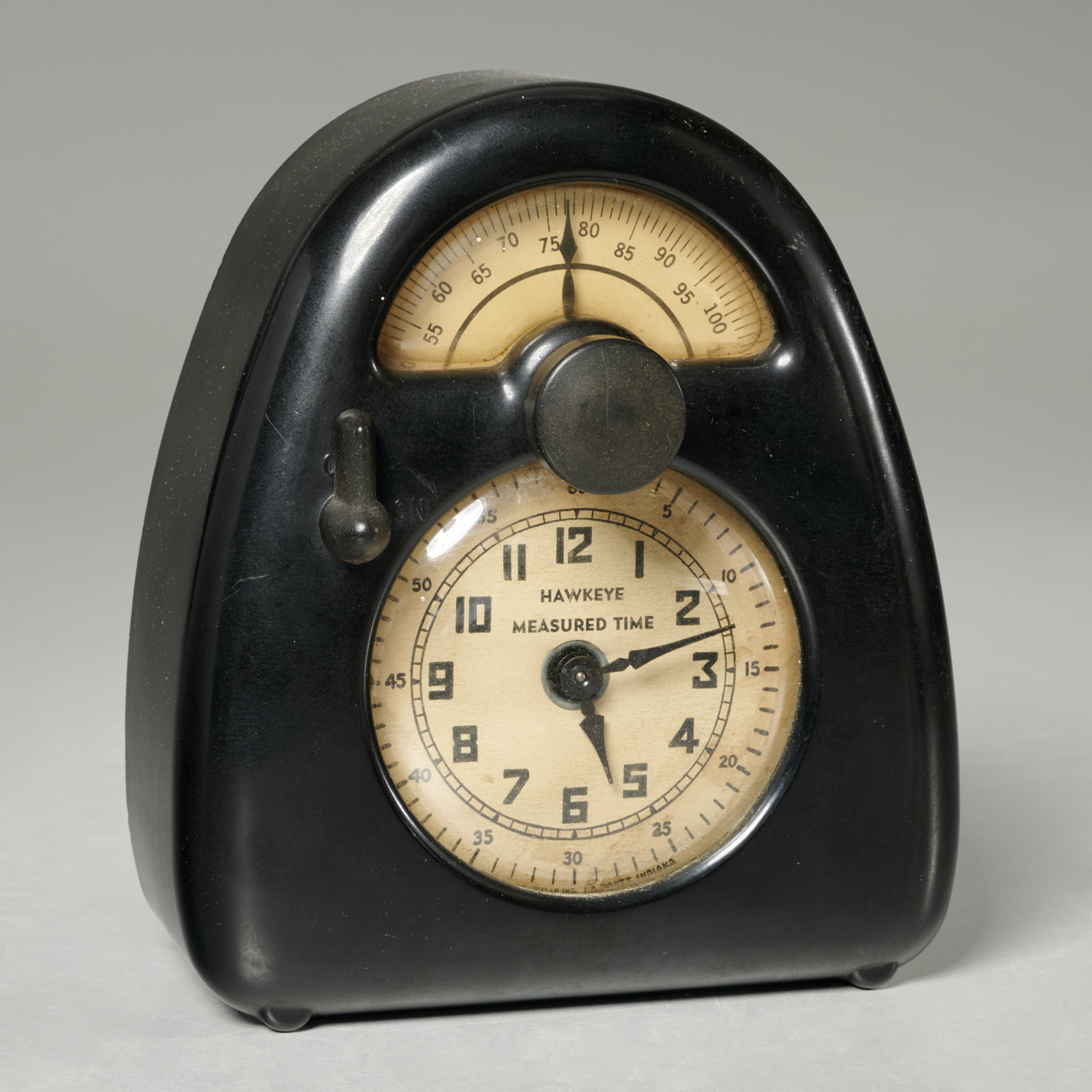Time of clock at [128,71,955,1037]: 5:12
